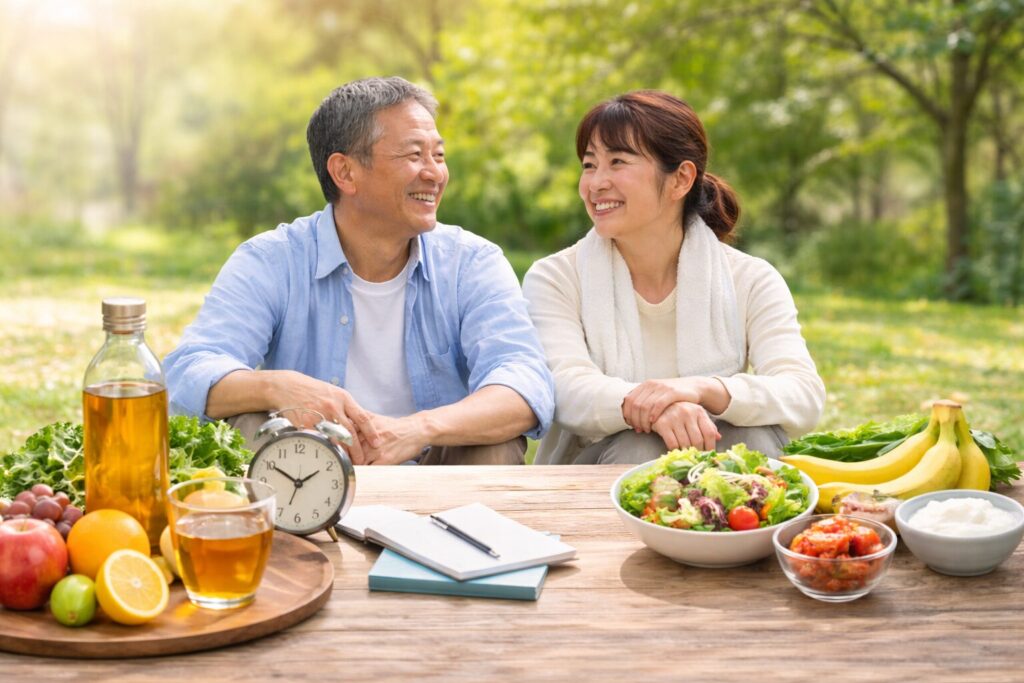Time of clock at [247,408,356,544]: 1:50
